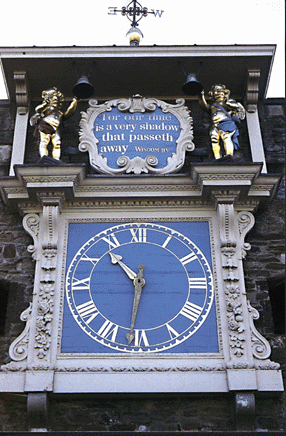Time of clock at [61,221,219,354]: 10:31
